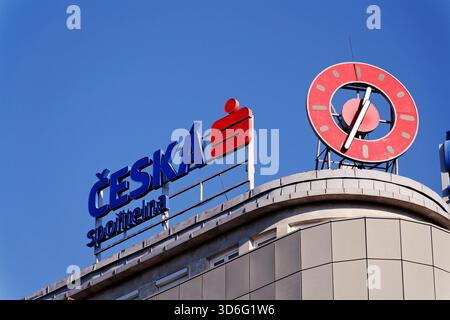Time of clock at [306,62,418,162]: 12:34
